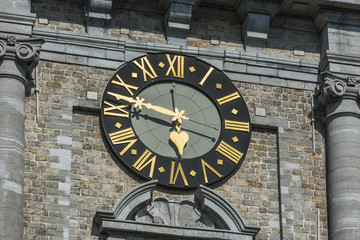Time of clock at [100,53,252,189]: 5:47
